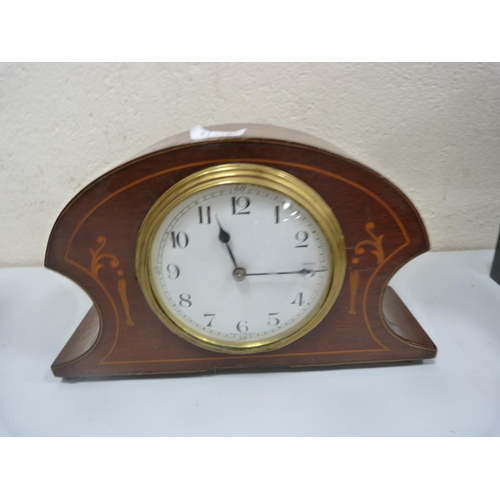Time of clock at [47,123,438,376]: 11:15
